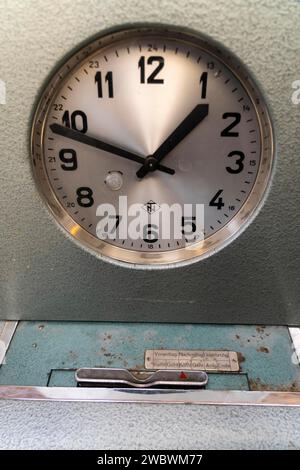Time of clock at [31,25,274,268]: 12:48
